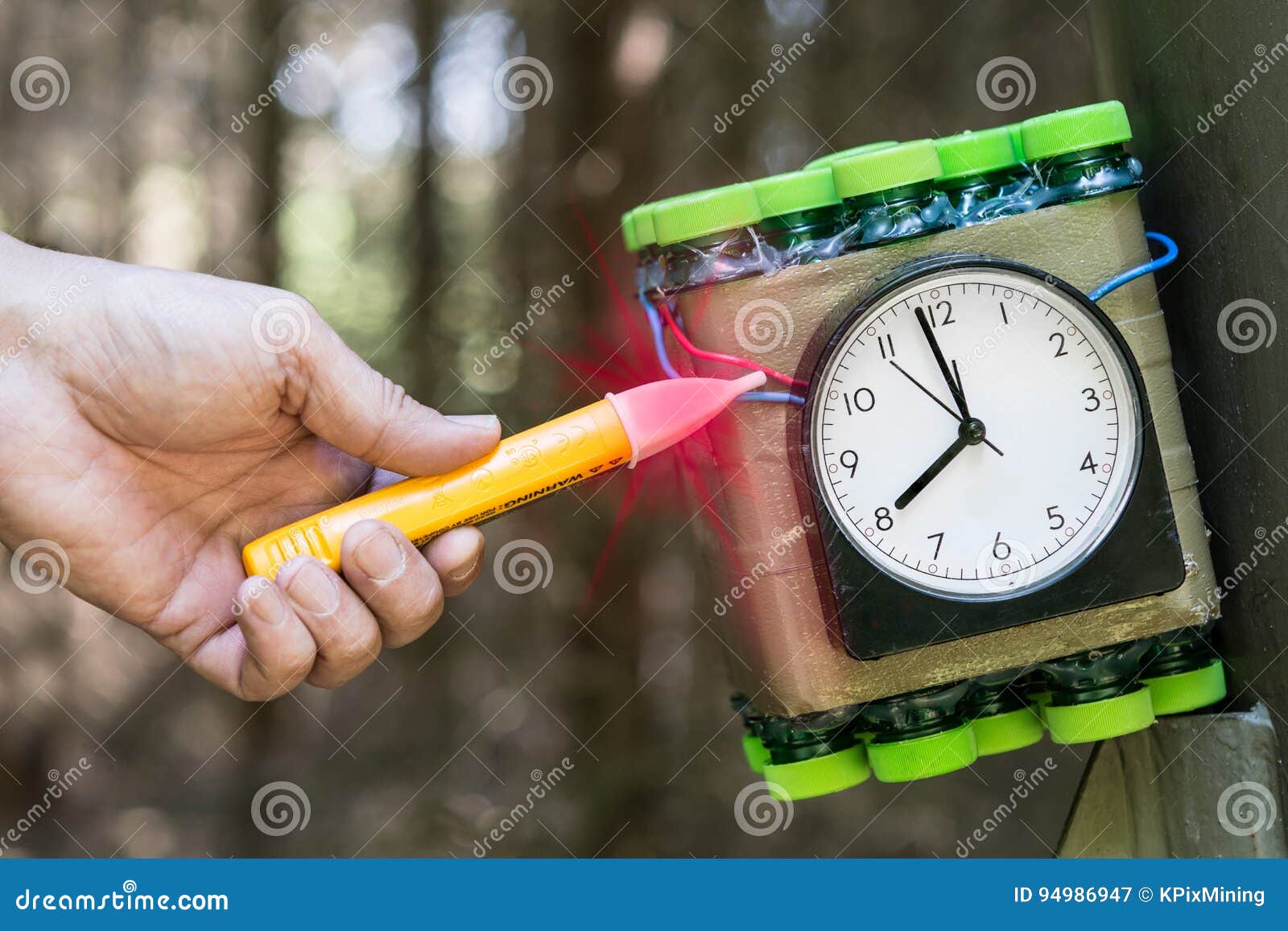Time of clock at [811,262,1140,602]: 7:58
